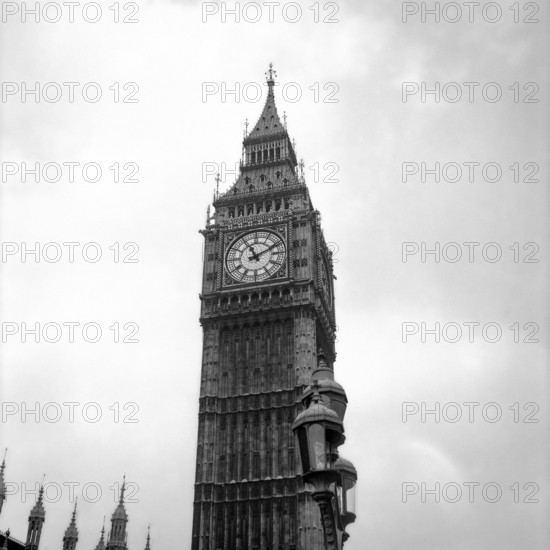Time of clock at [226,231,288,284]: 11:10
